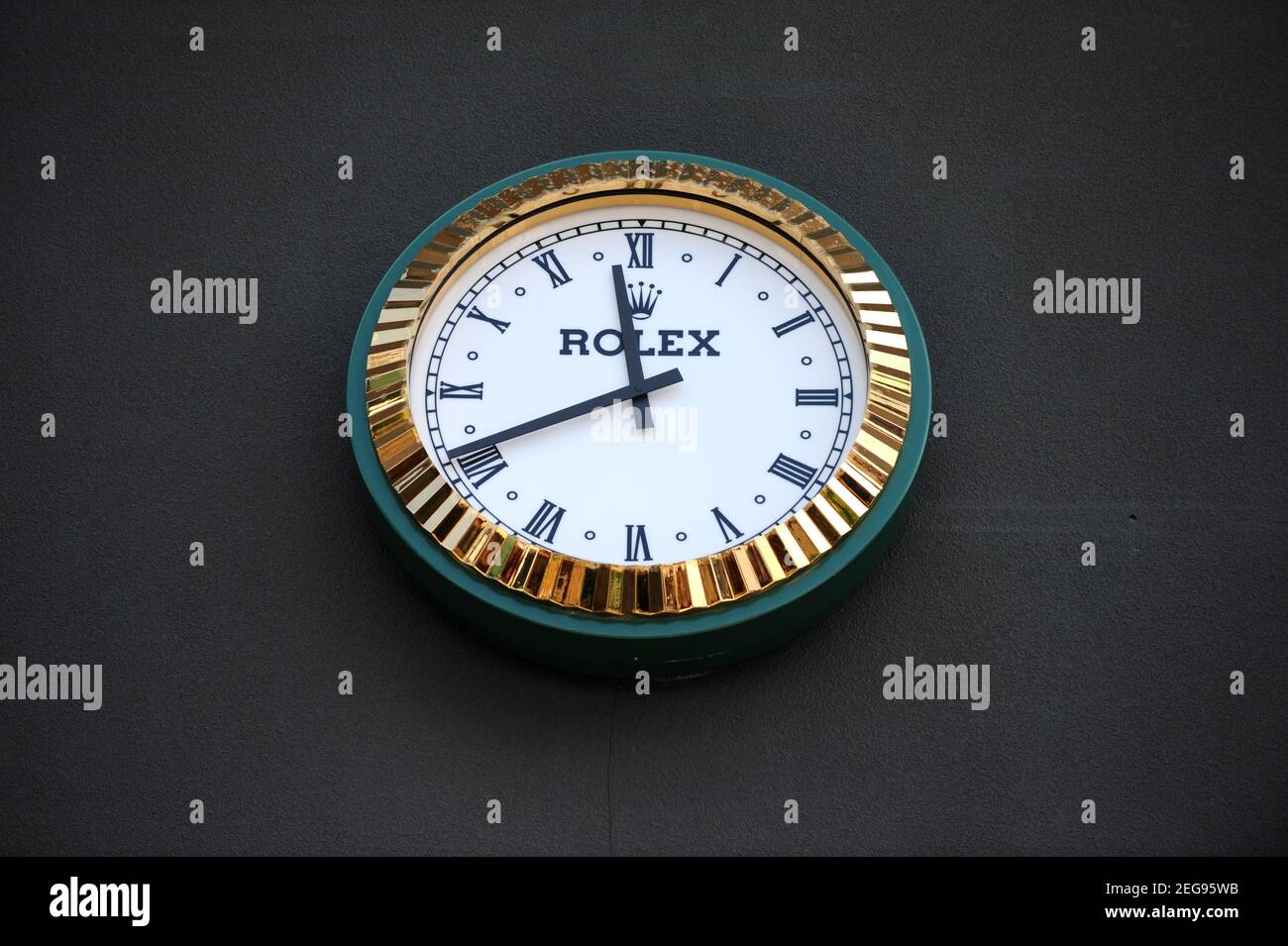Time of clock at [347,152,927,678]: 11:40
